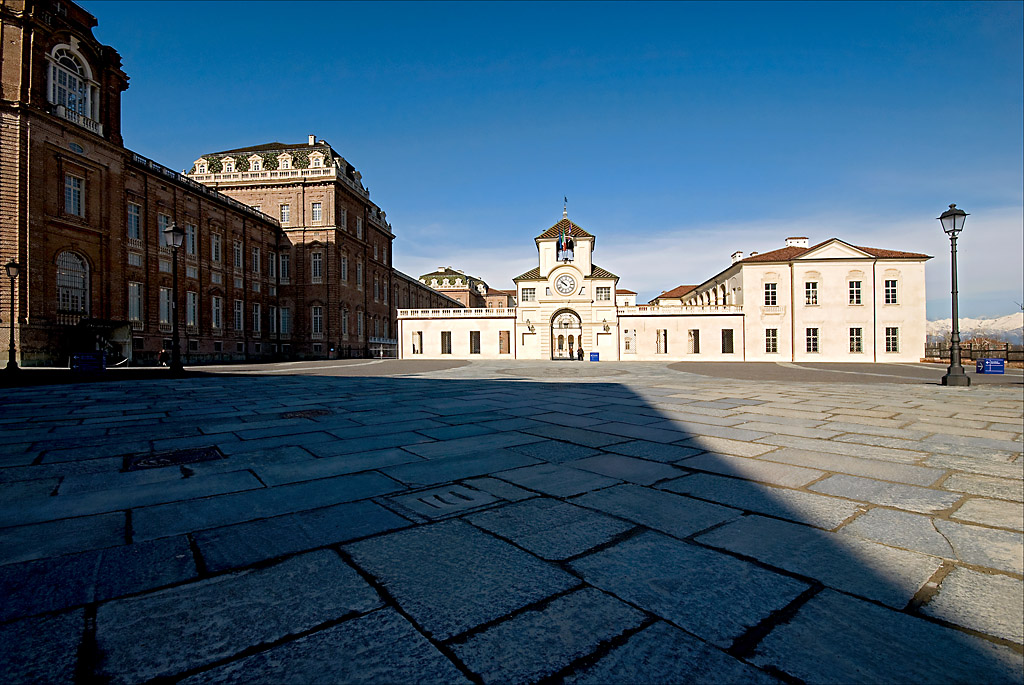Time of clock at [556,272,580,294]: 9:51
